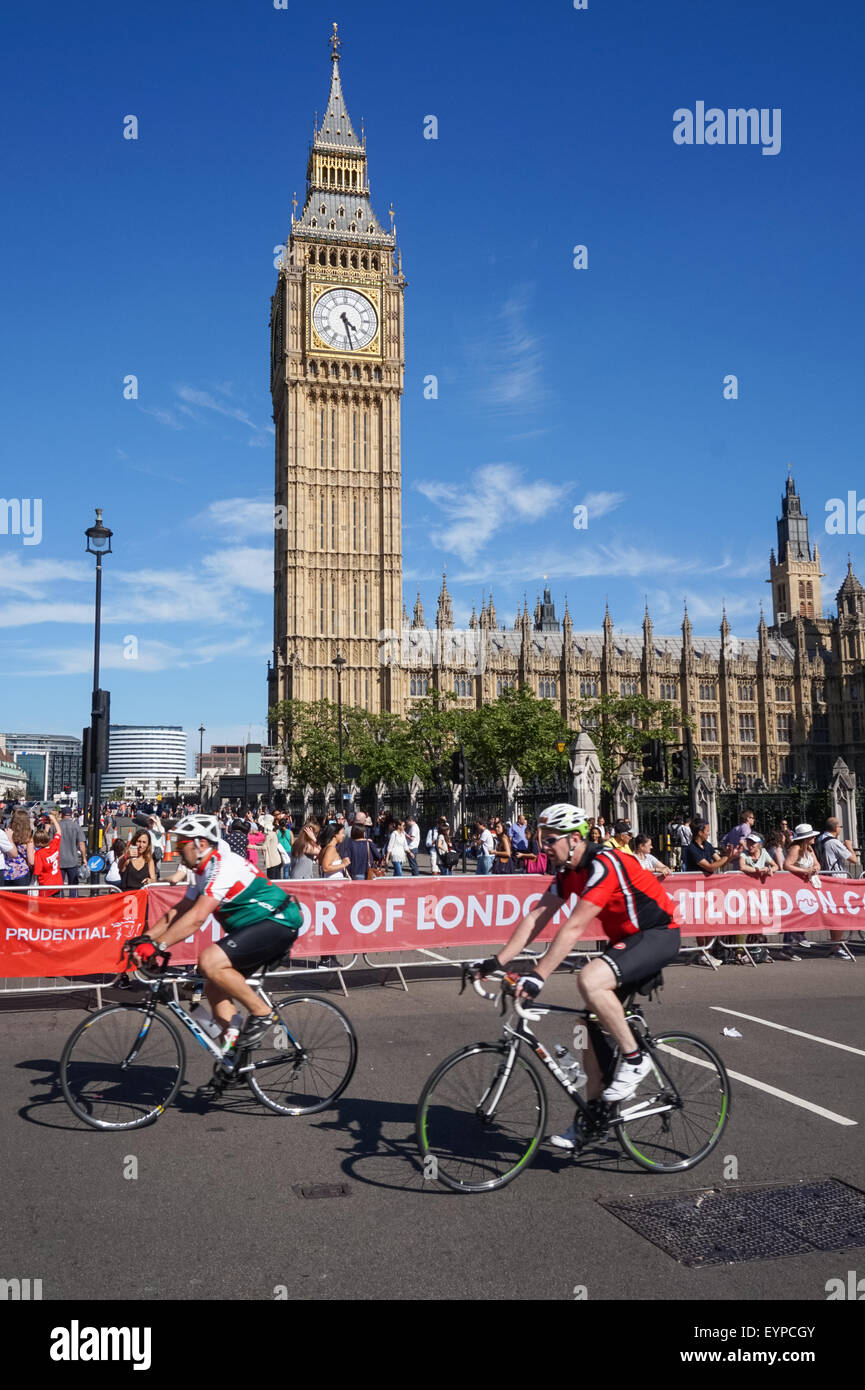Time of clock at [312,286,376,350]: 4:27
